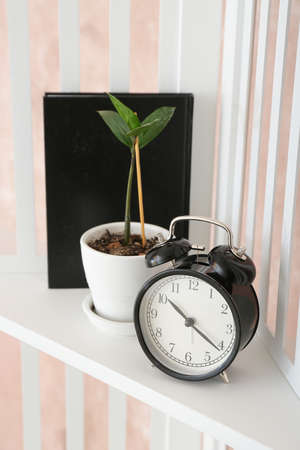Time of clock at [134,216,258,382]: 10:21
